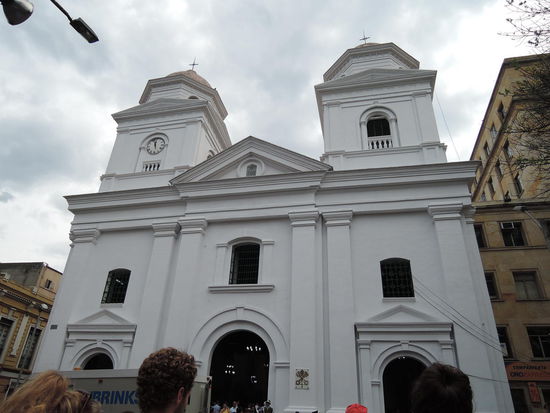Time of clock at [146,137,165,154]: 11:57
